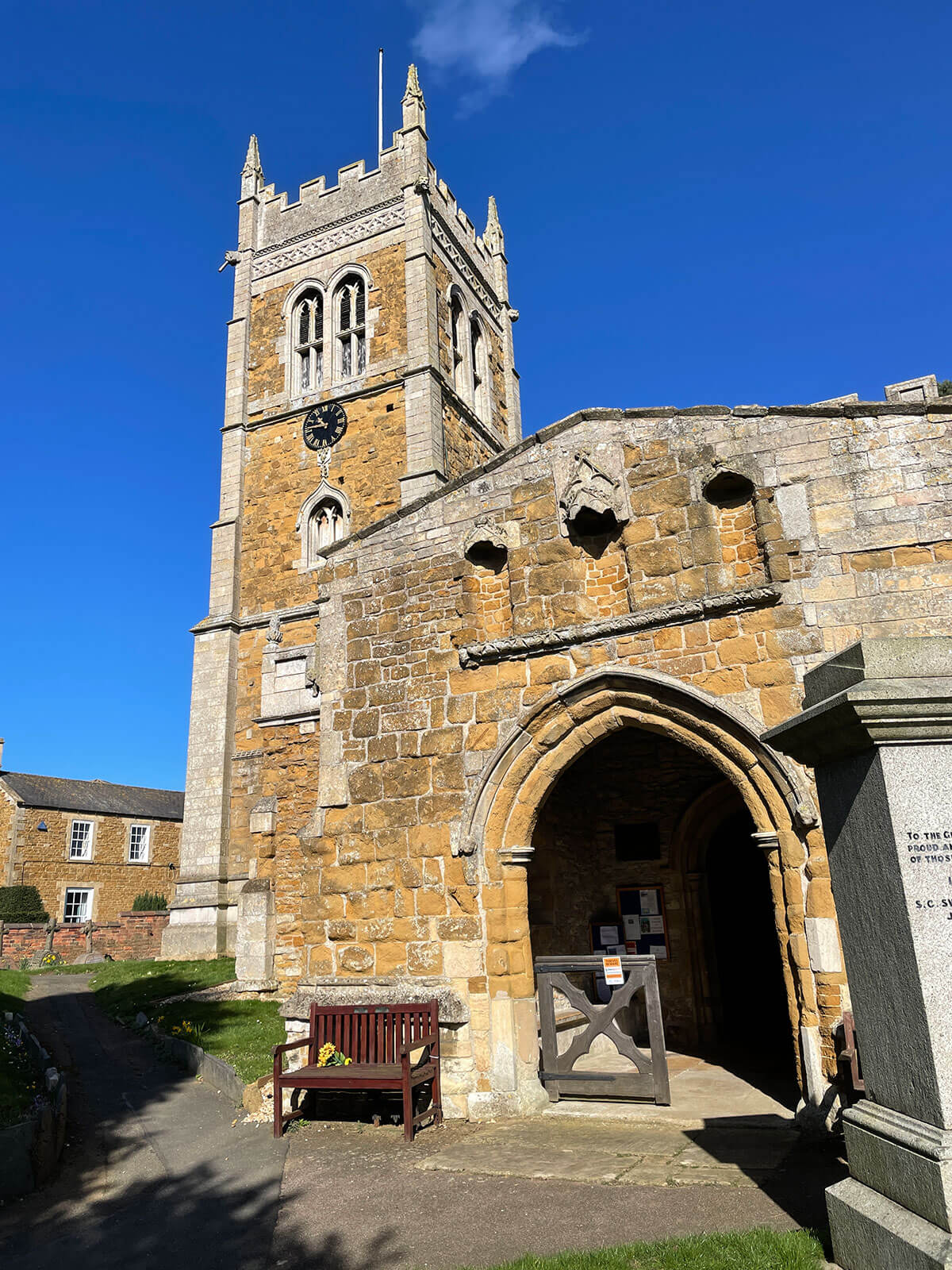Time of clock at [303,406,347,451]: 10:45
